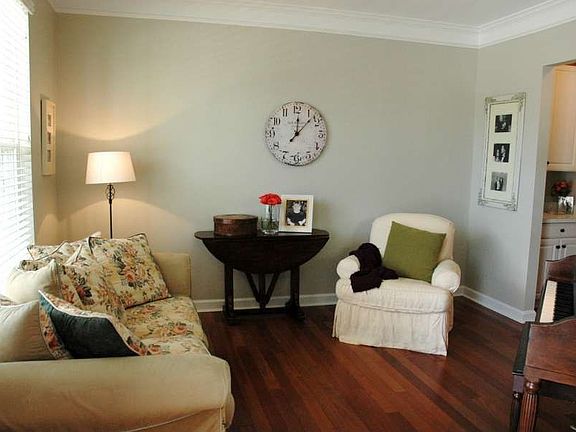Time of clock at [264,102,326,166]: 12:07
